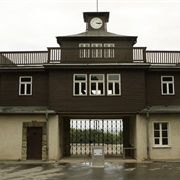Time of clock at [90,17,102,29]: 3:14
